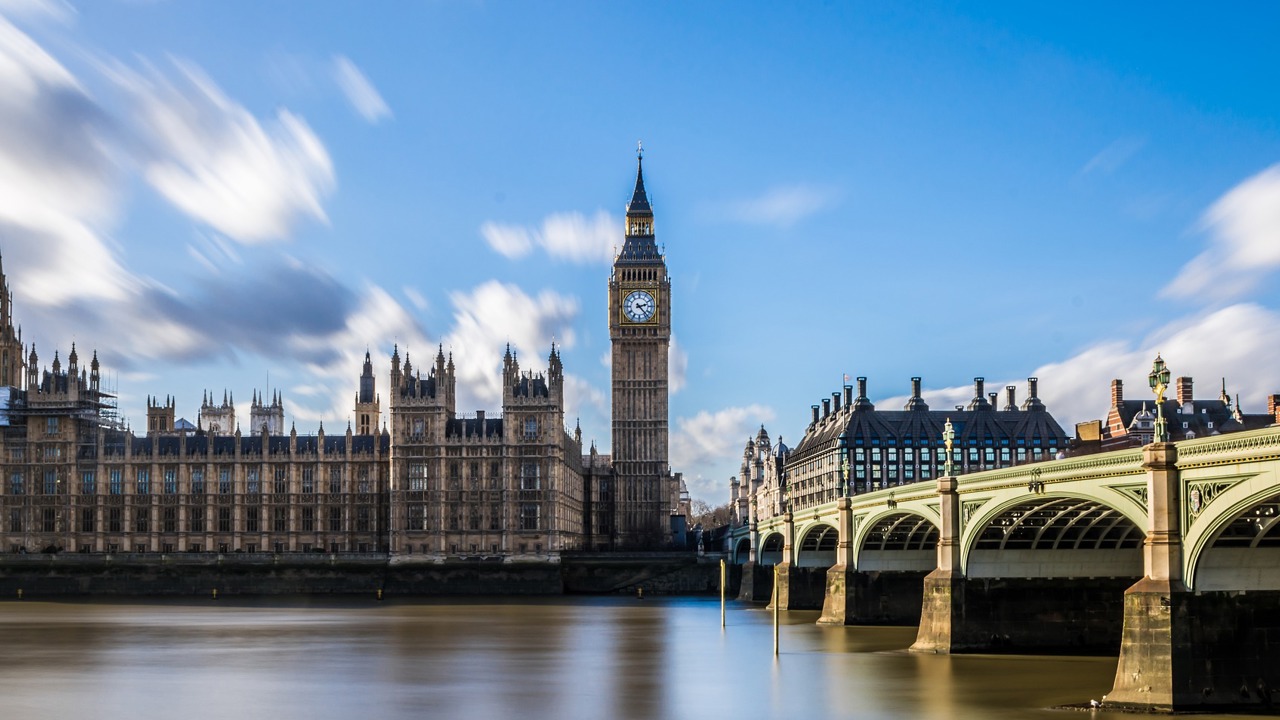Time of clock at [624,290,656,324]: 2:23
